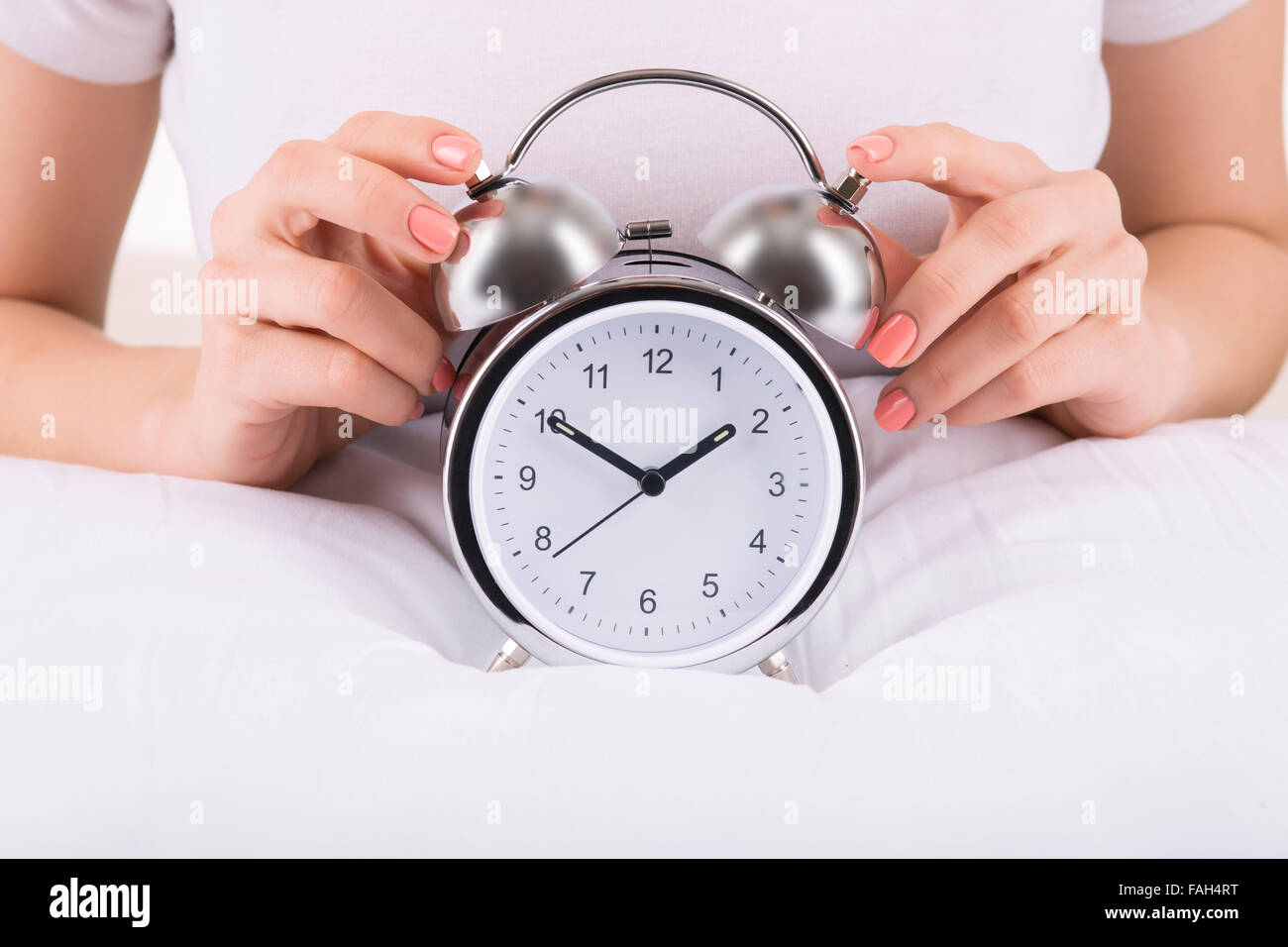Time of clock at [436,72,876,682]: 1:50
